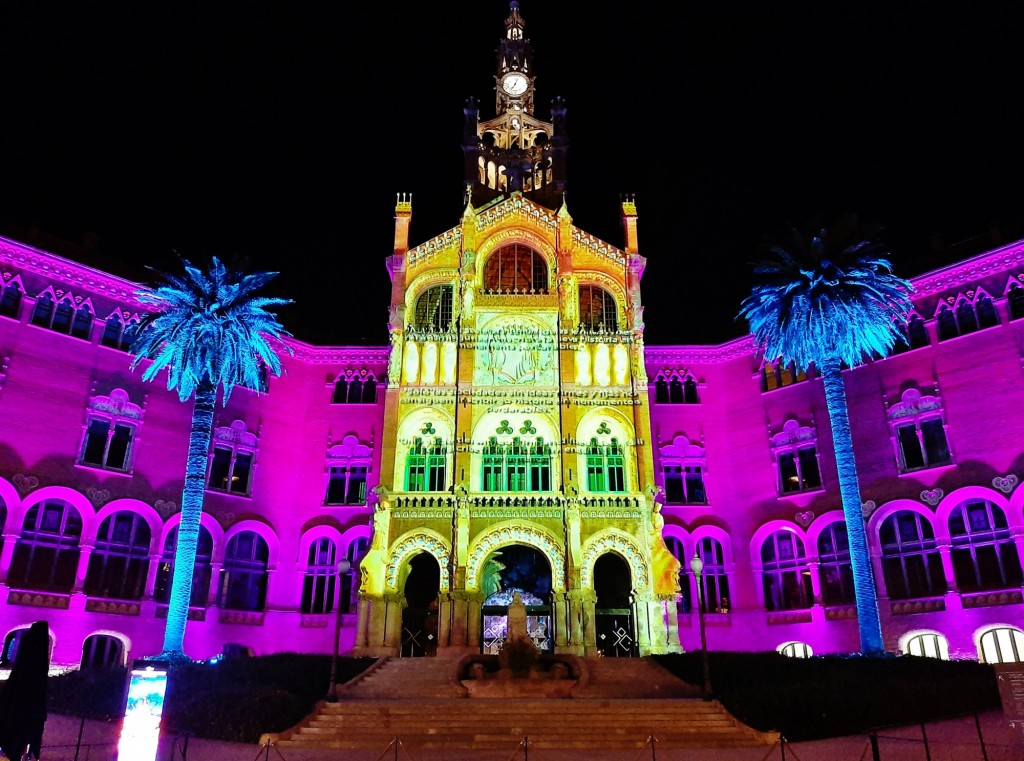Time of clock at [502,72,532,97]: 7:03
